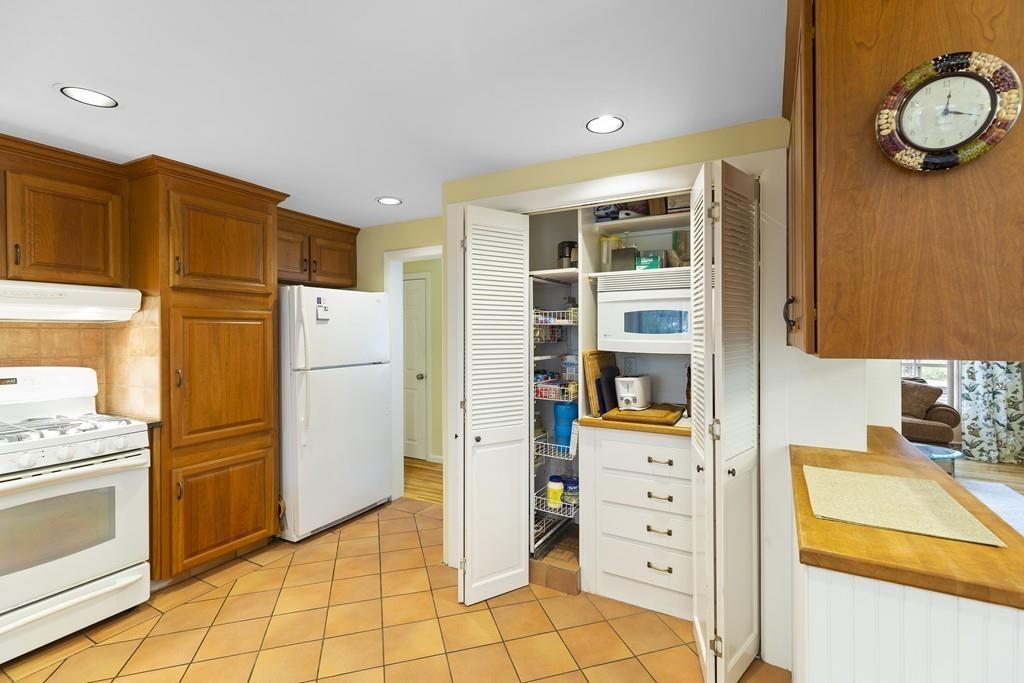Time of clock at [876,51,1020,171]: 12:17
